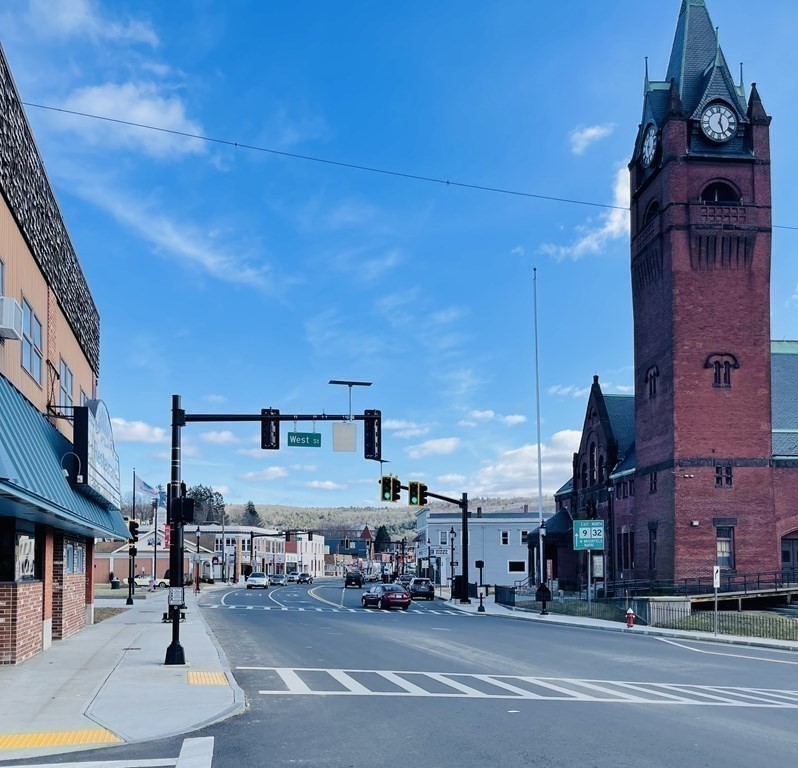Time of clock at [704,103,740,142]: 12:26
